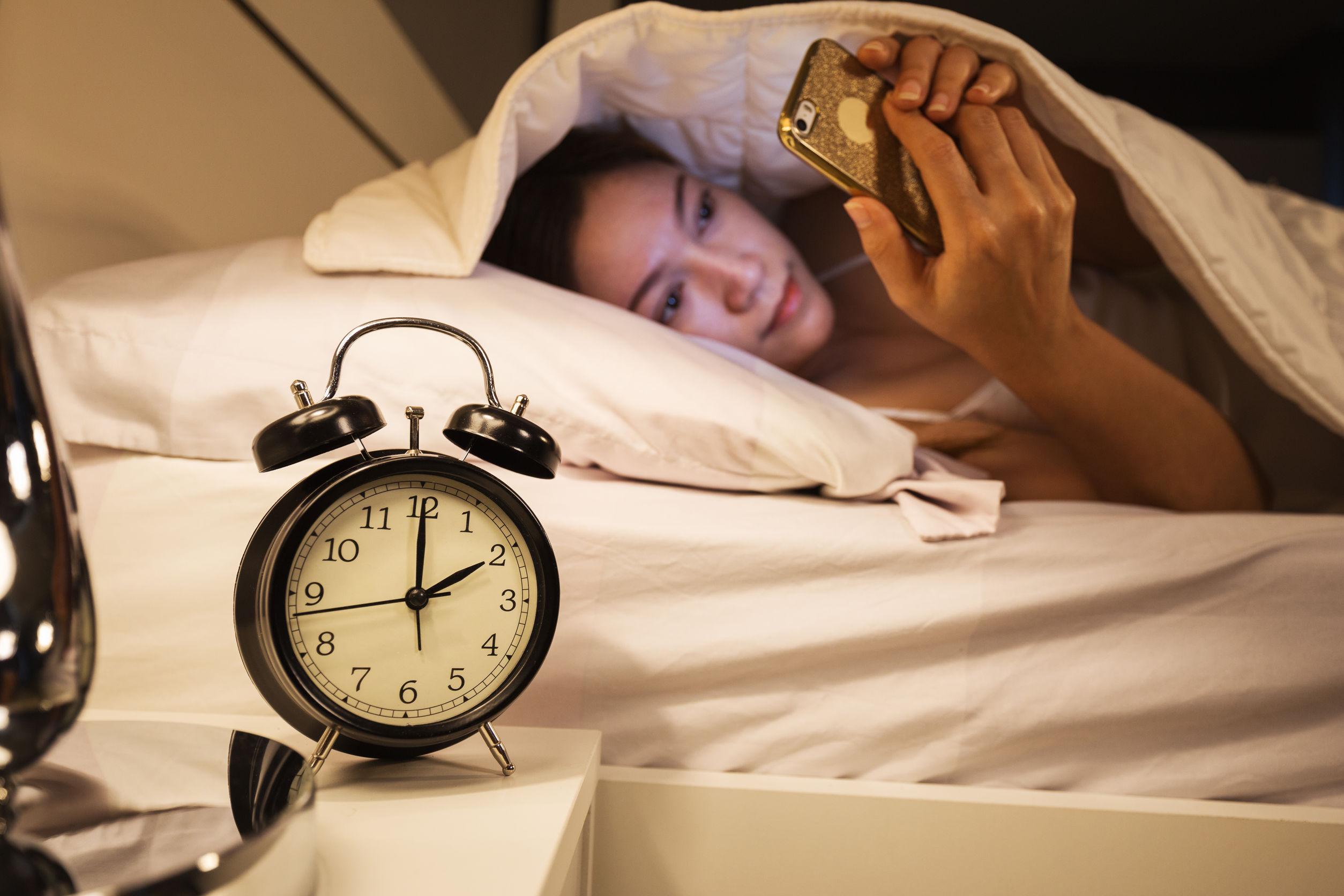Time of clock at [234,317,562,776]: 2:00
